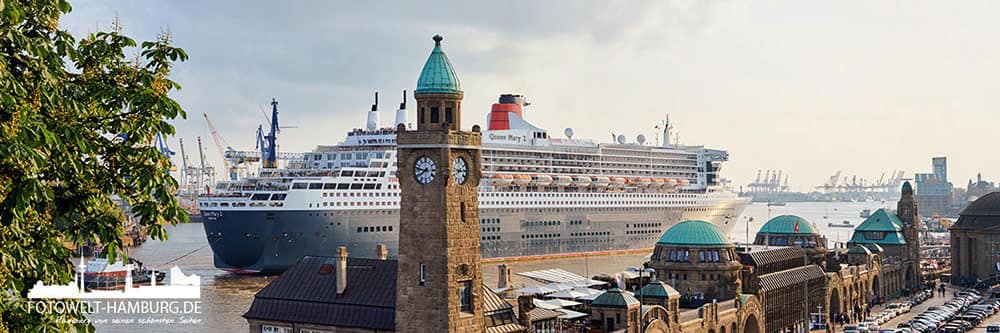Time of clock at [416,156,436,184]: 7:46
